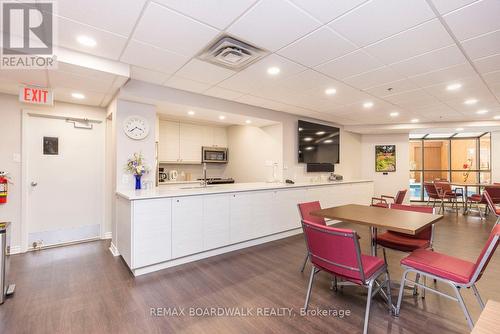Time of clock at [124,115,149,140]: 3:38
